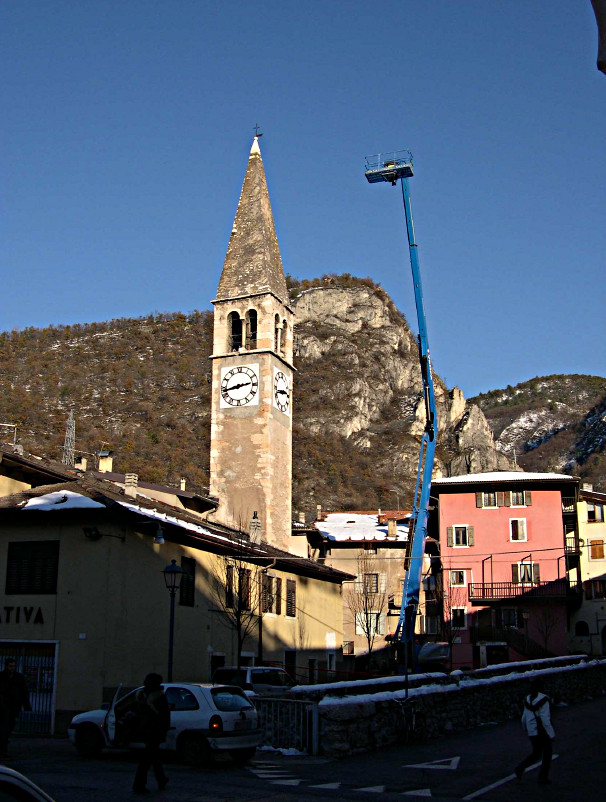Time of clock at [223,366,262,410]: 2:42
